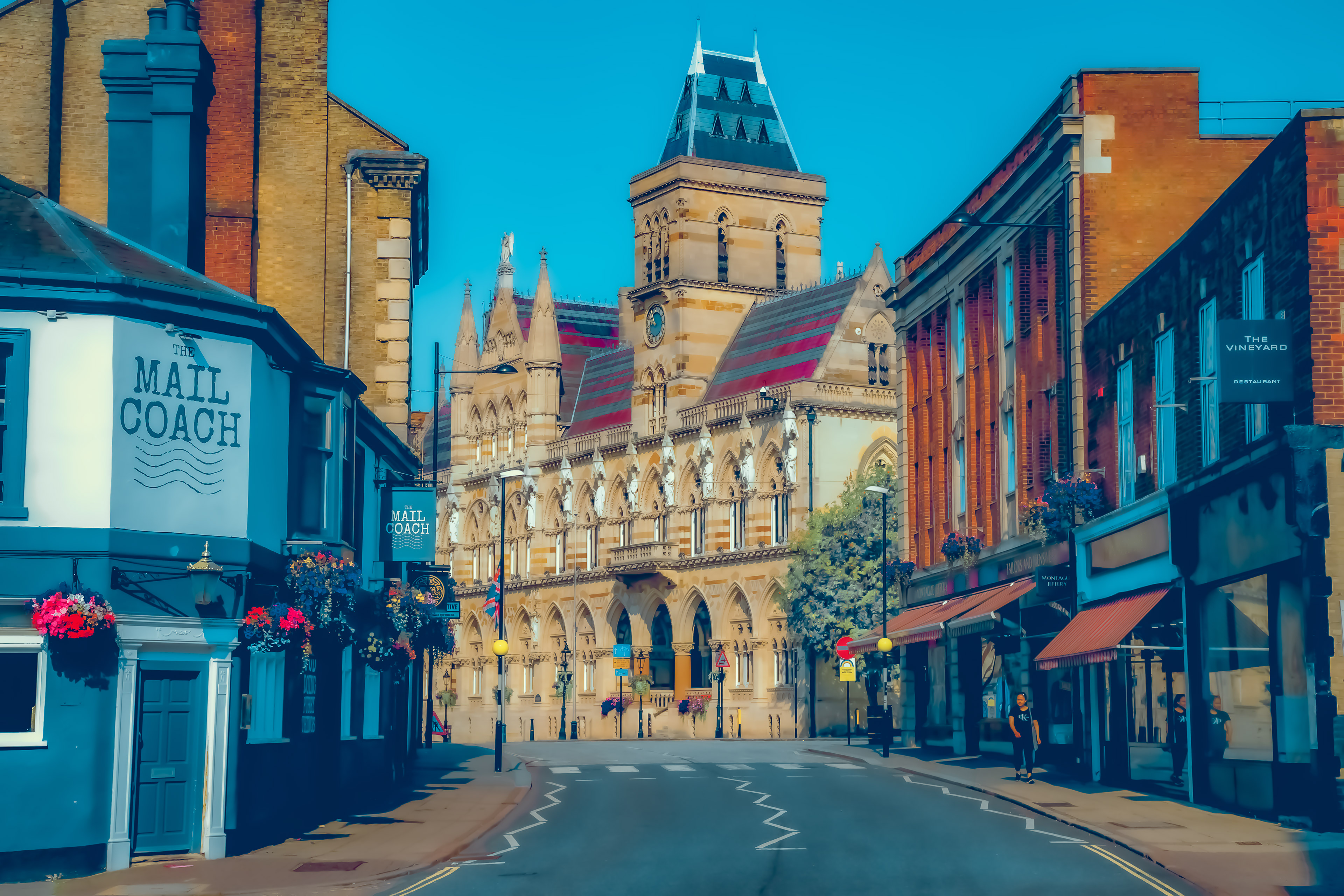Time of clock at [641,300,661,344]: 9:53
